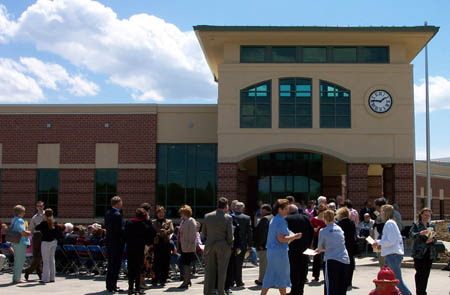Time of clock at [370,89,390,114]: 1:46
